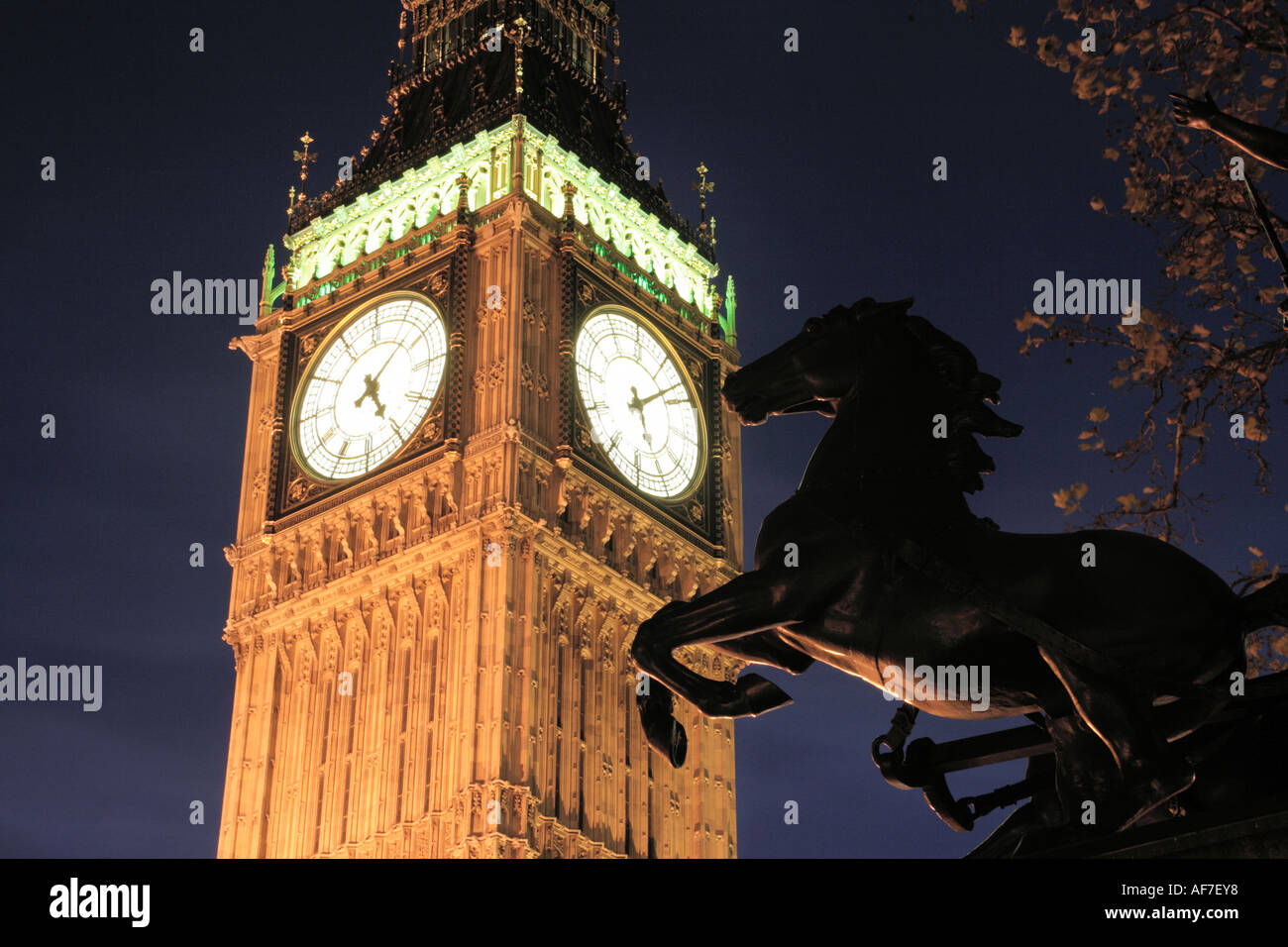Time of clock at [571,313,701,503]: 5:08
